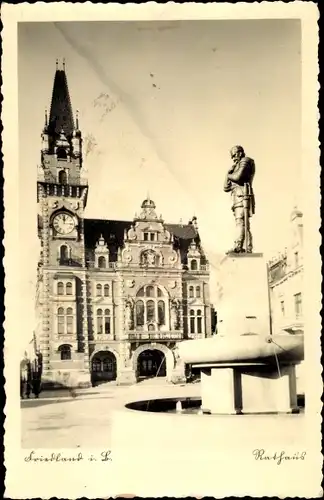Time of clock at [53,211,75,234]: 12:01
